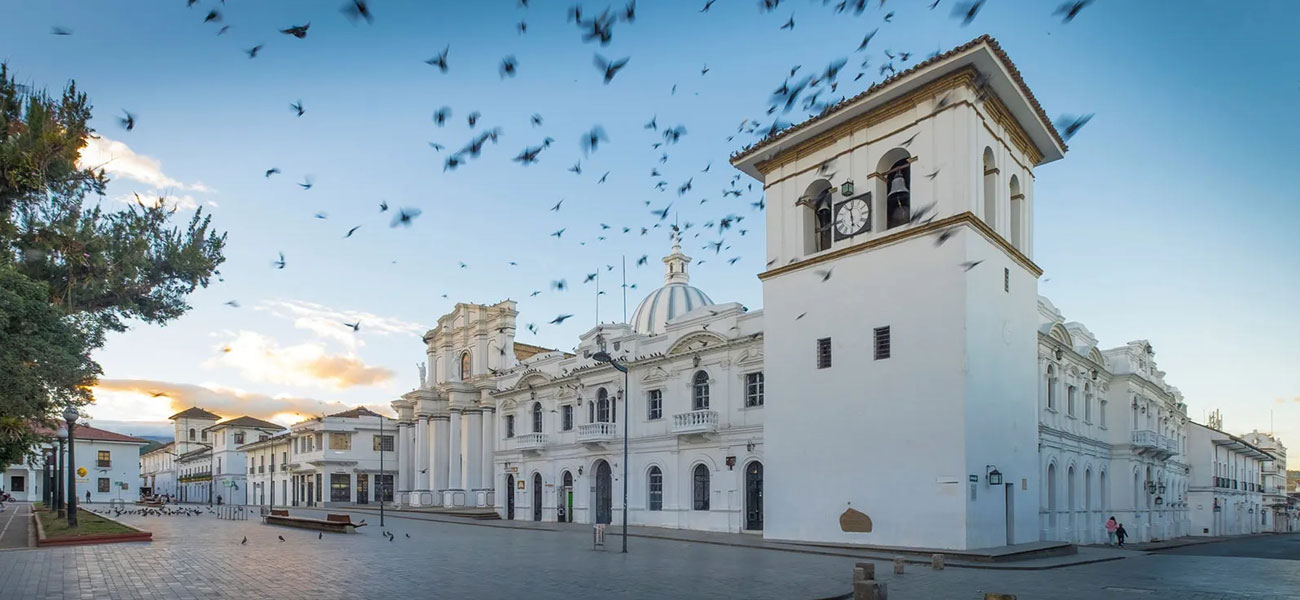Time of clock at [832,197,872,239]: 11:28
